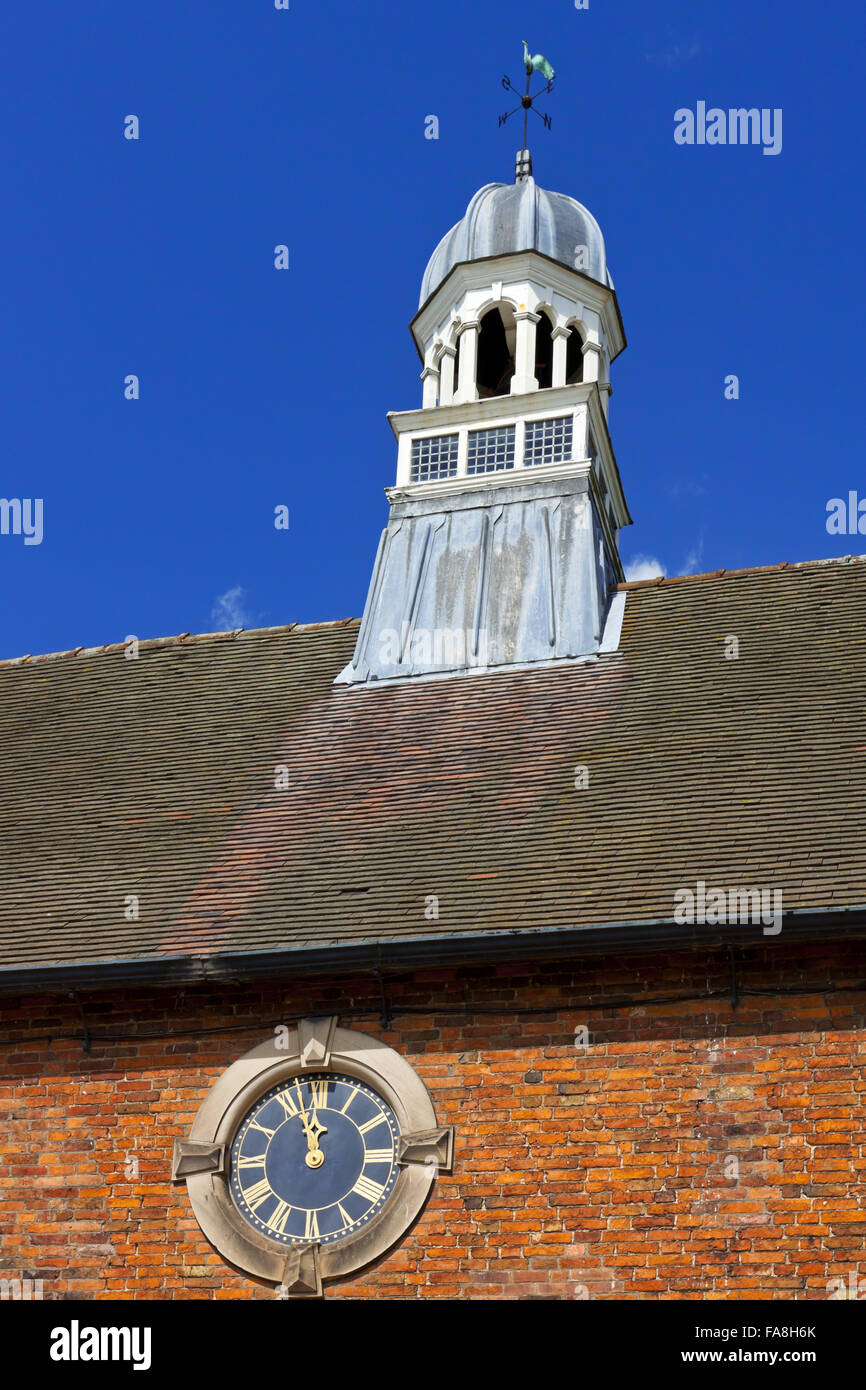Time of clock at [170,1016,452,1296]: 11:56
